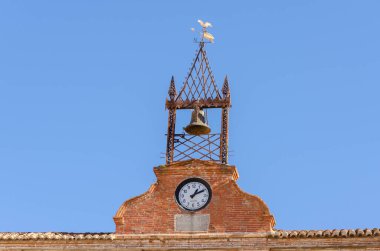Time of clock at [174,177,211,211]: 1:10
